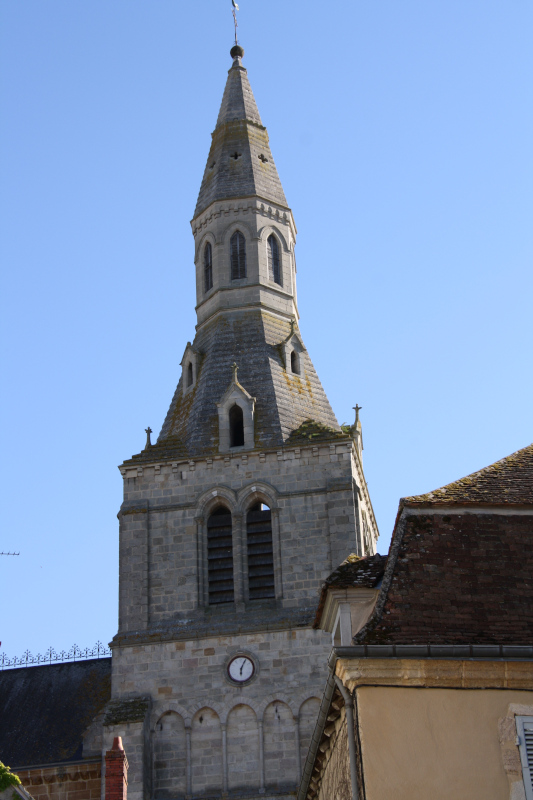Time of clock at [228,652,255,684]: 6:04
